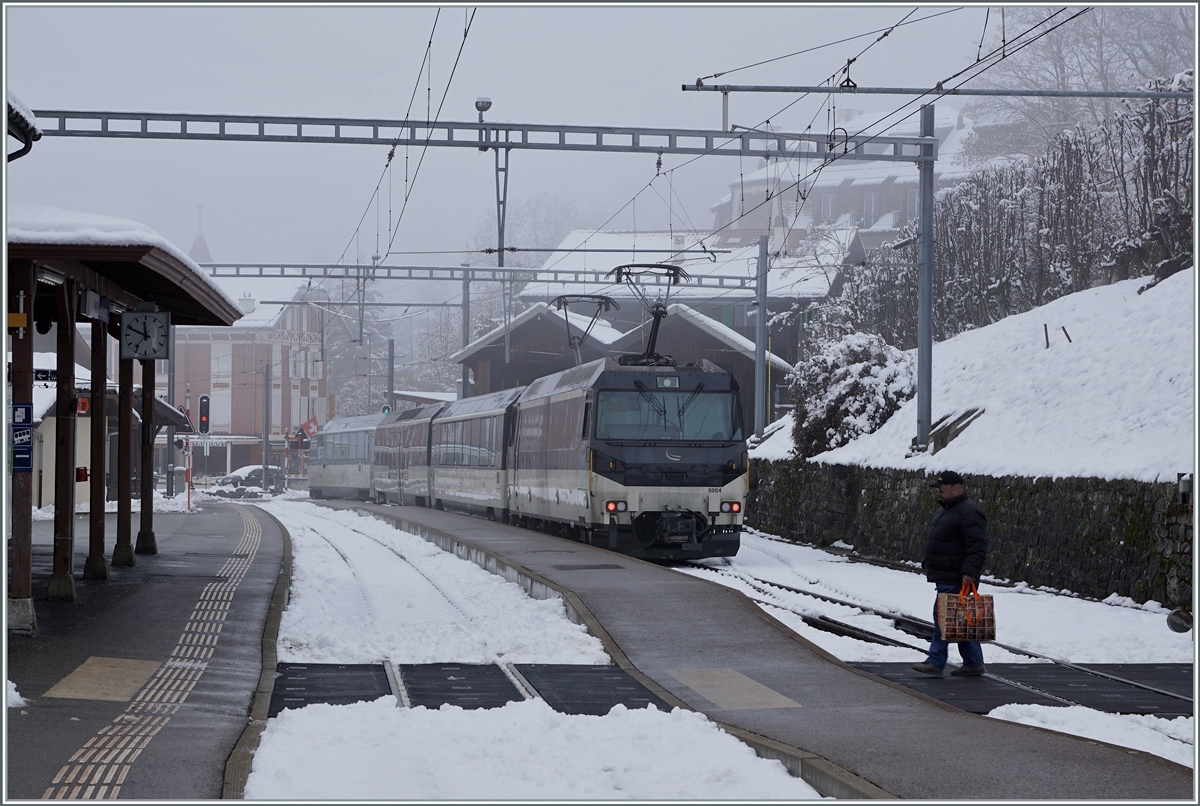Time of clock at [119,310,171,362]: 11:48
